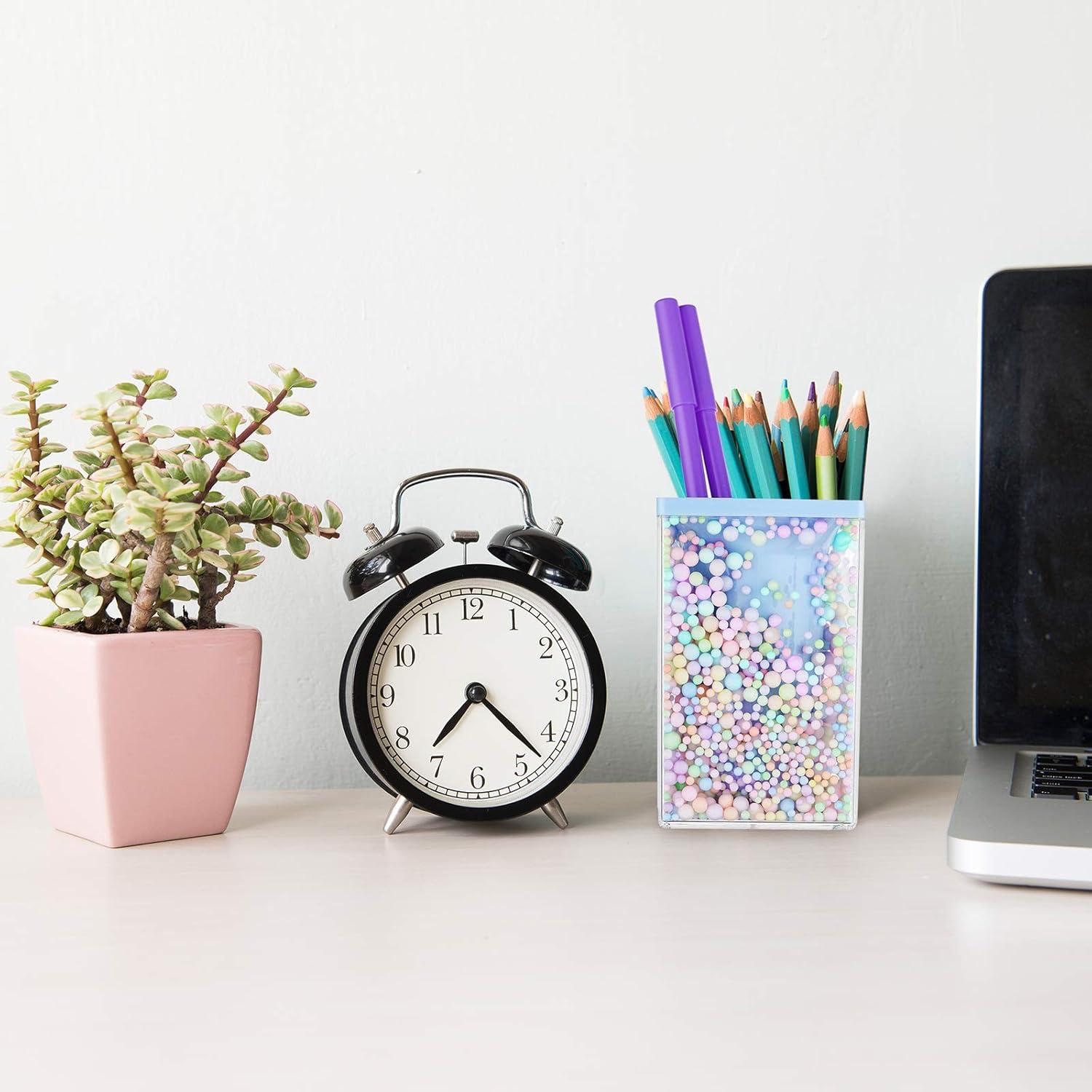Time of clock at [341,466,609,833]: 7:22
